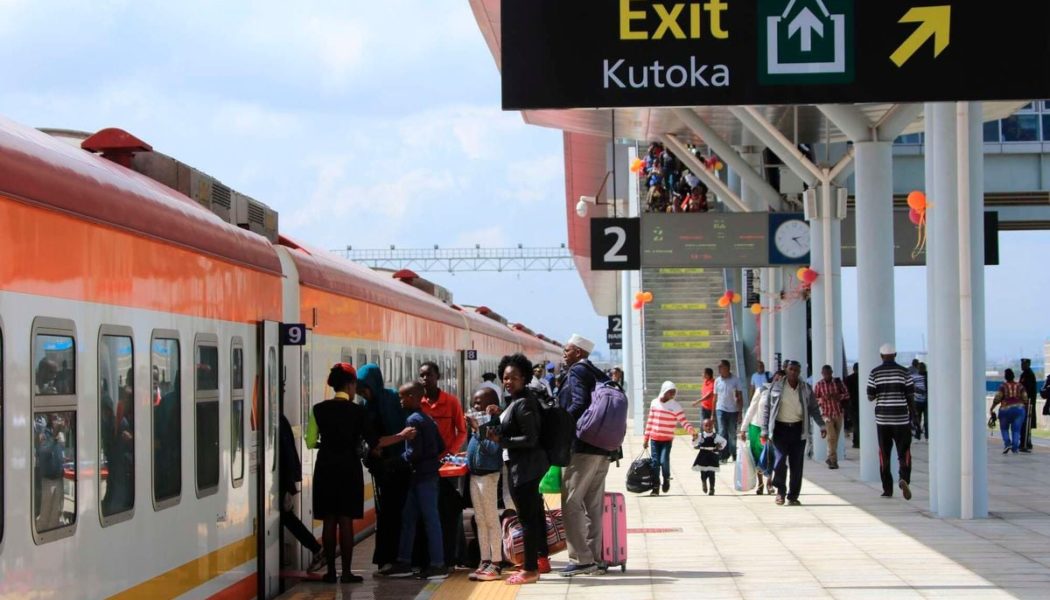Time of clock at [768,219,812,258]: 2:22
